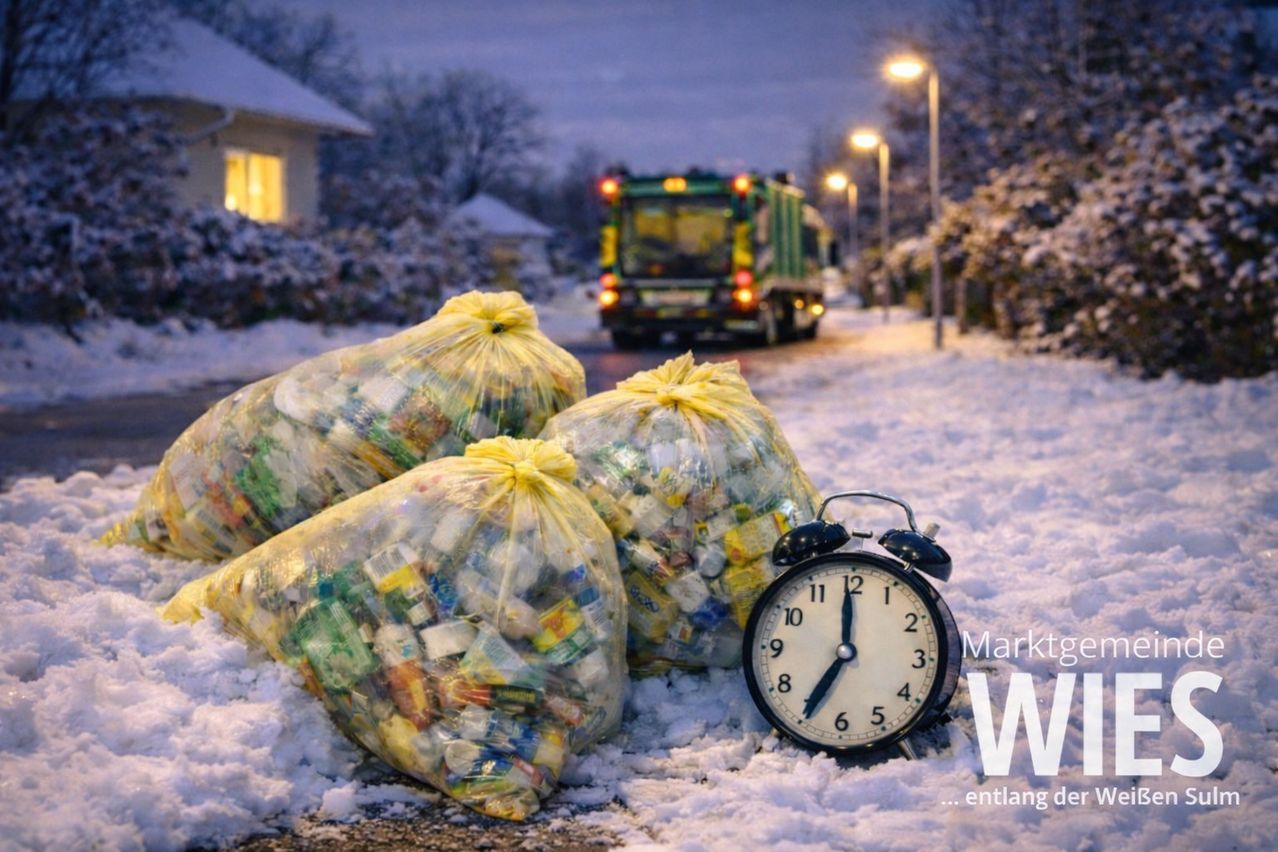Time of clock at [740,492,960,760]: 6:59
